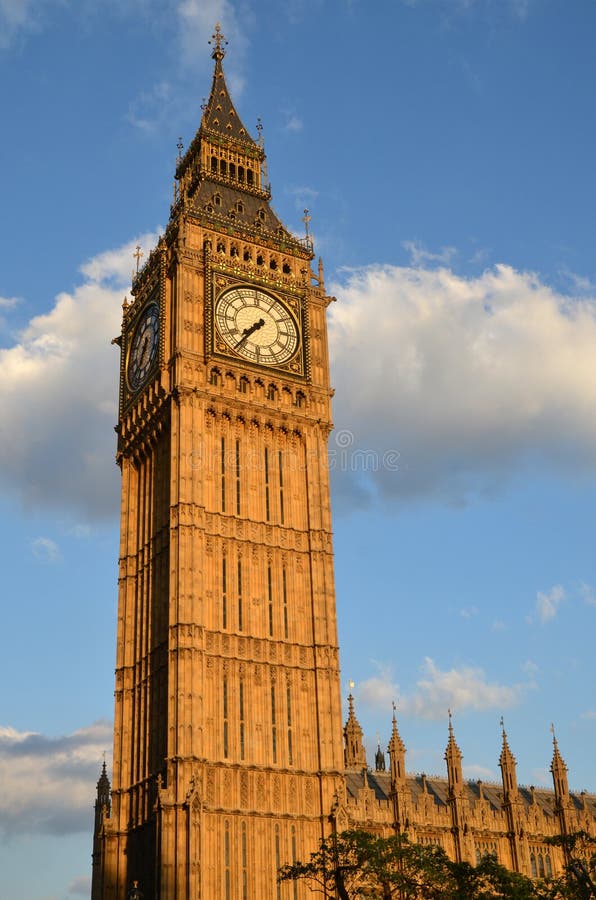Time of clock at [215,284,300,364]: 7:36
